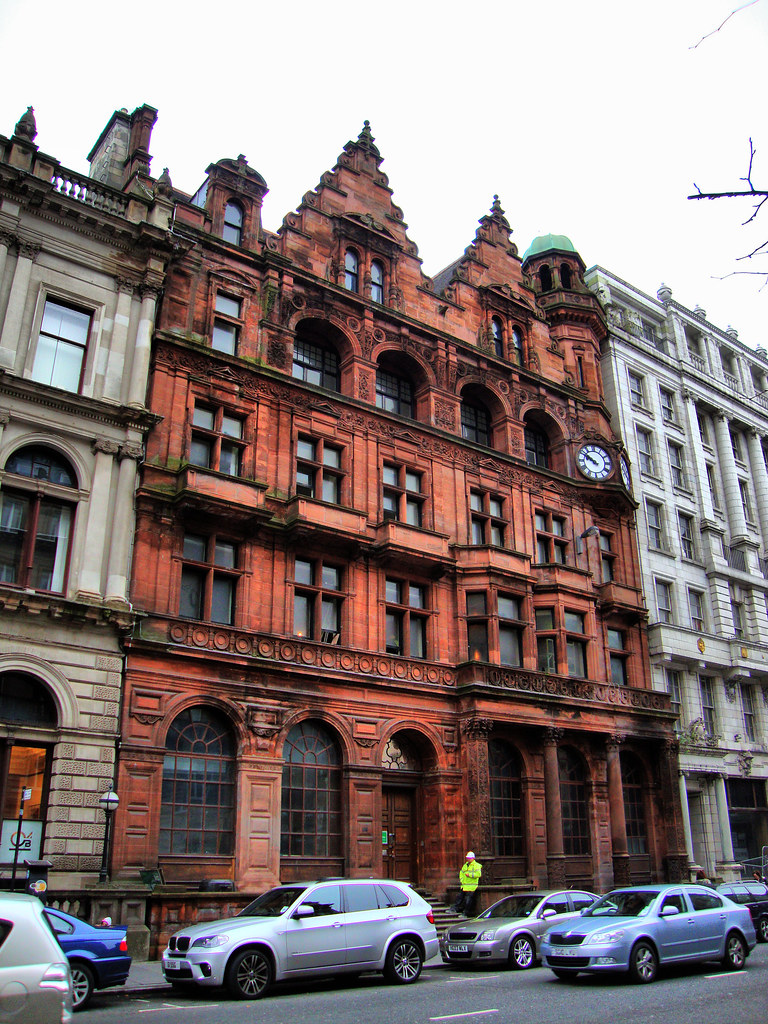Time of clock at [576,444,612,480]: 9:50
